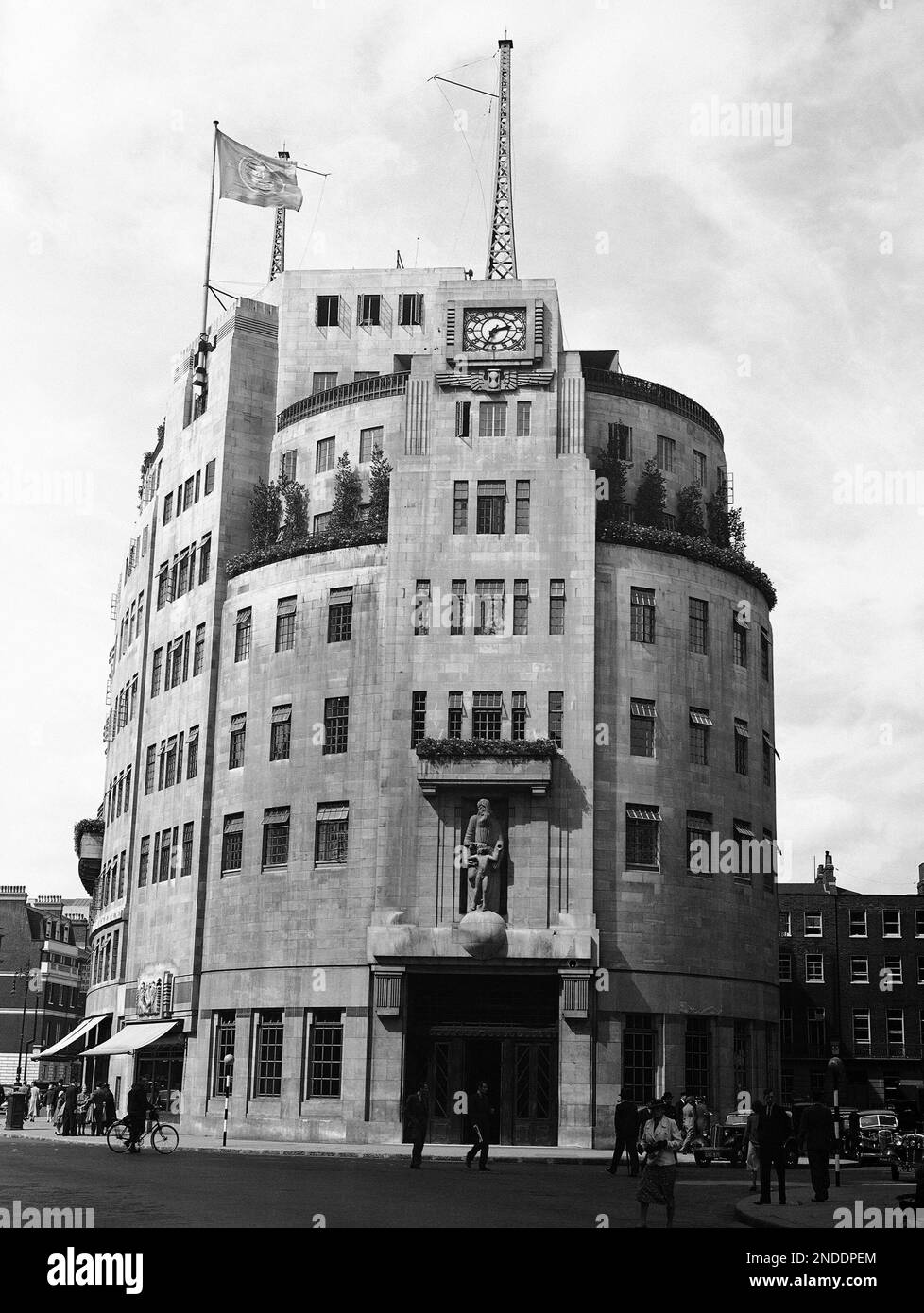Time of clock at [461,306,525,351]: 2:34
